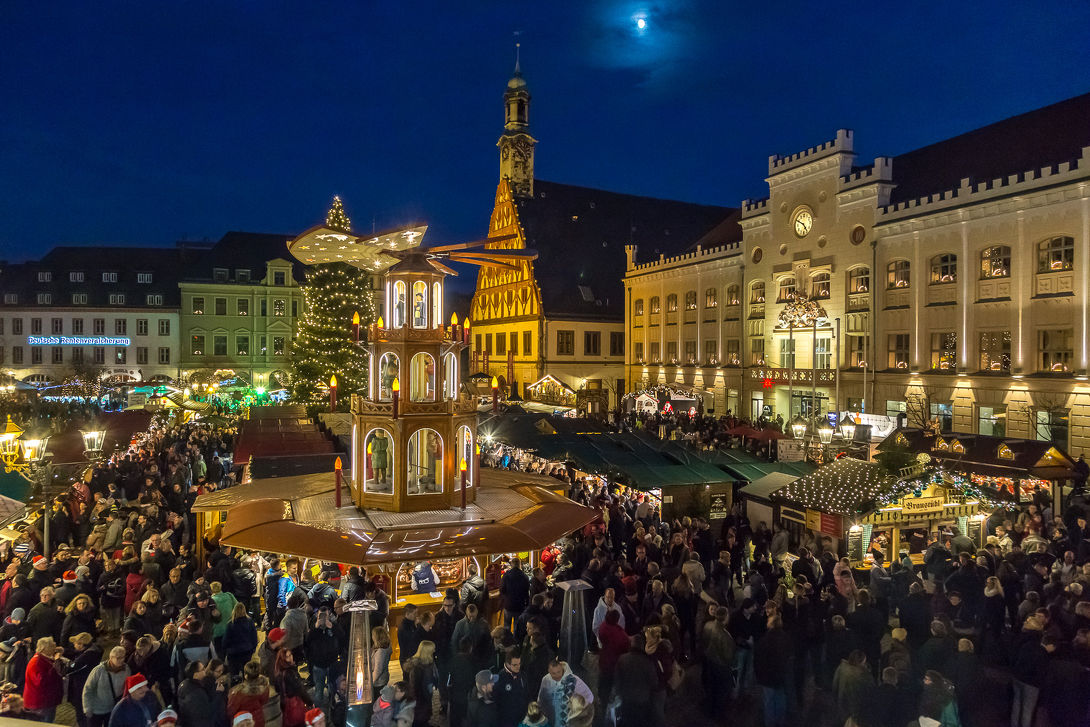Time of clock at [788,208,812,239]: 4:49
